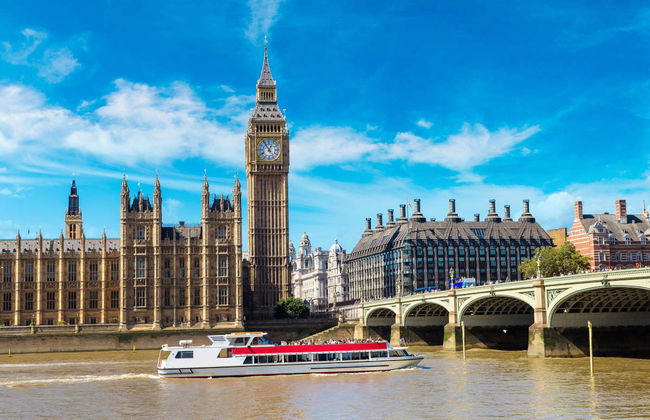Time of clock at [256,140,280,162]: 12:54
